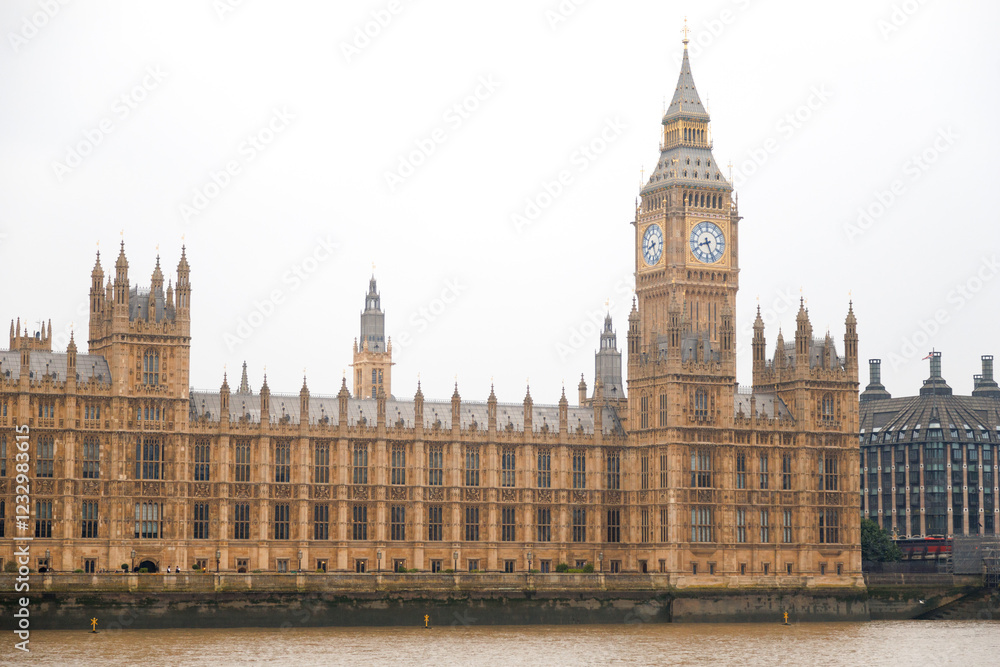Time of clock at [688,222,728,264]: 8:26
